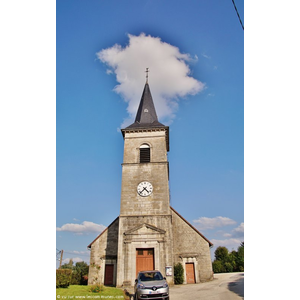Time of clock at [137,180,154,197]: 4:37
